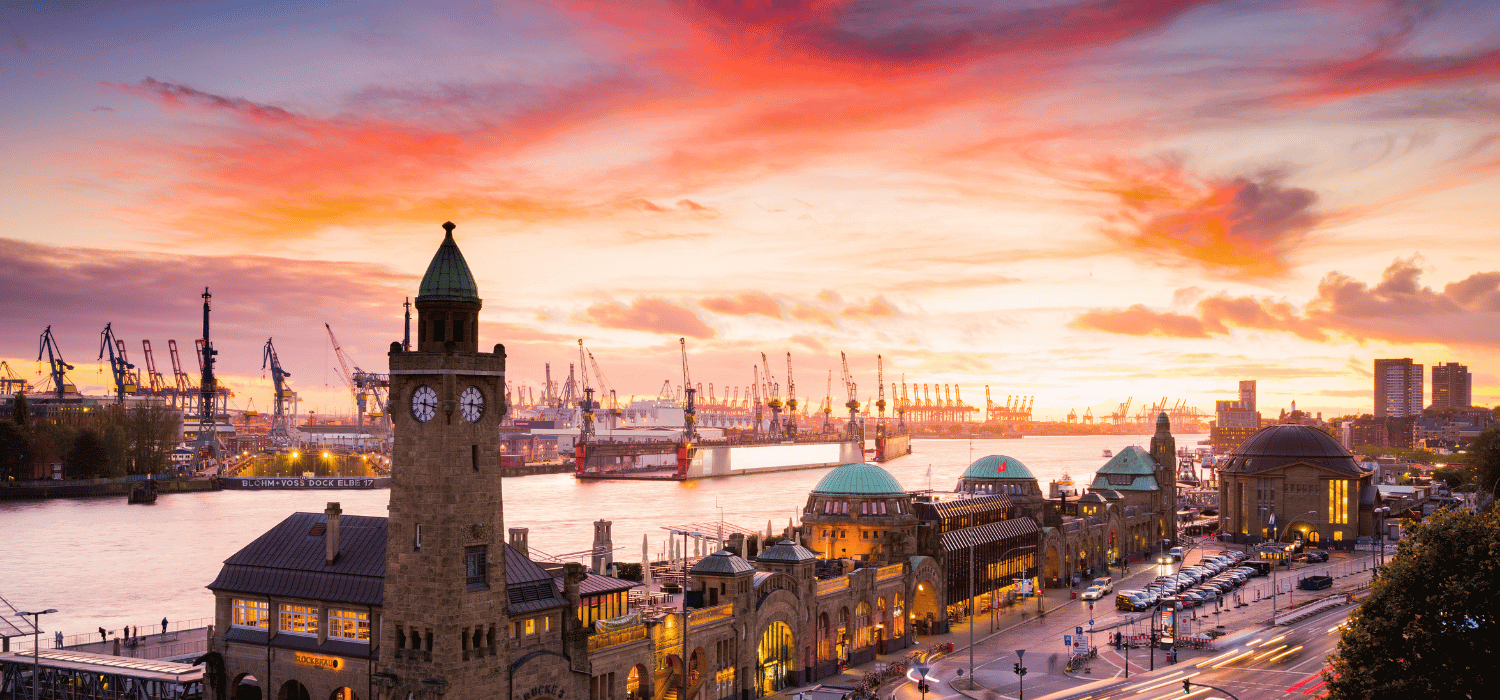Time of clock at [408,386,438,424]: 6:17
